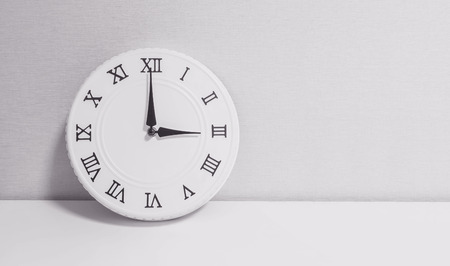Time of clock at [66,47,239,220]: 3:00
